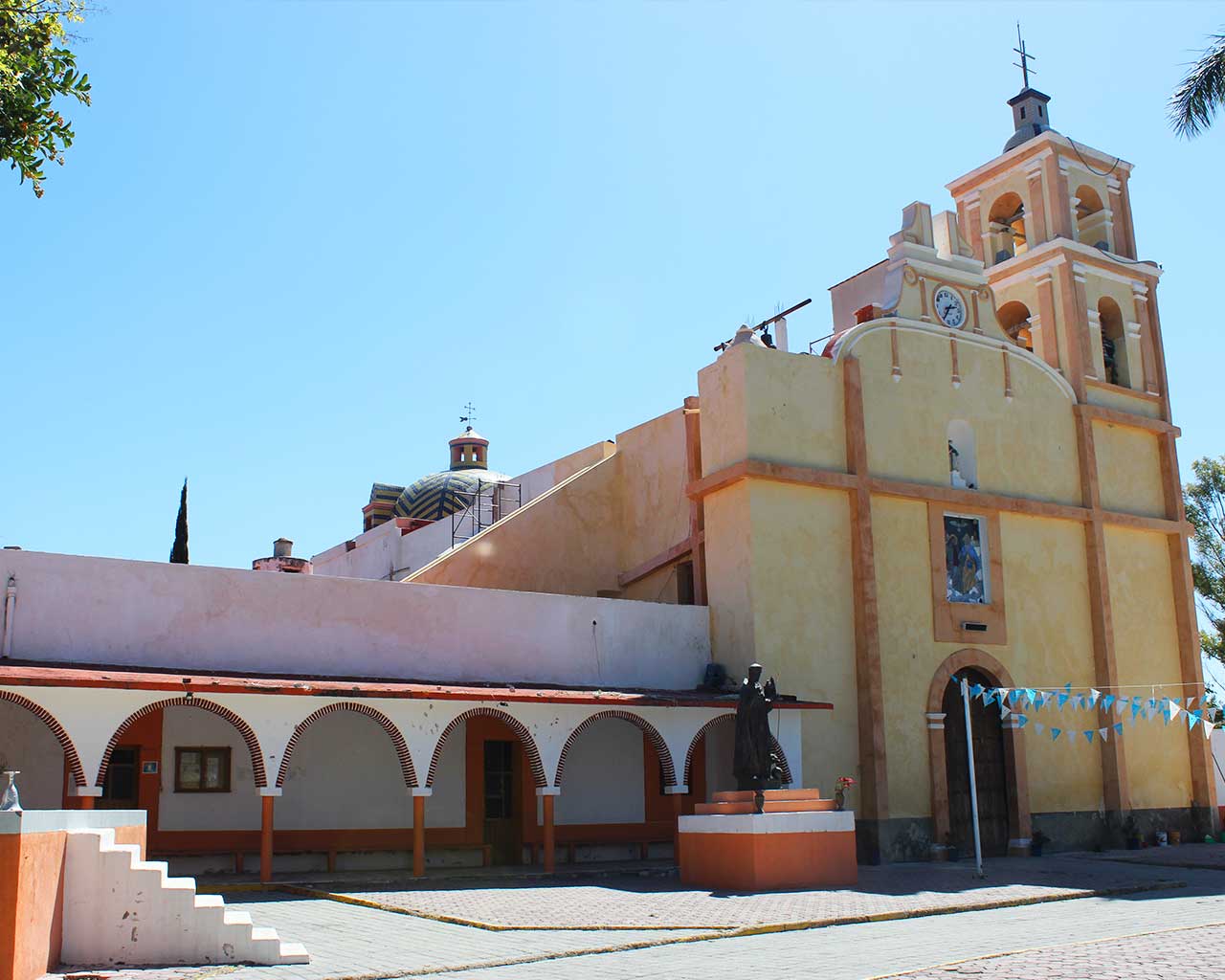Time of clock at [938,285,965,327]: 2:36
